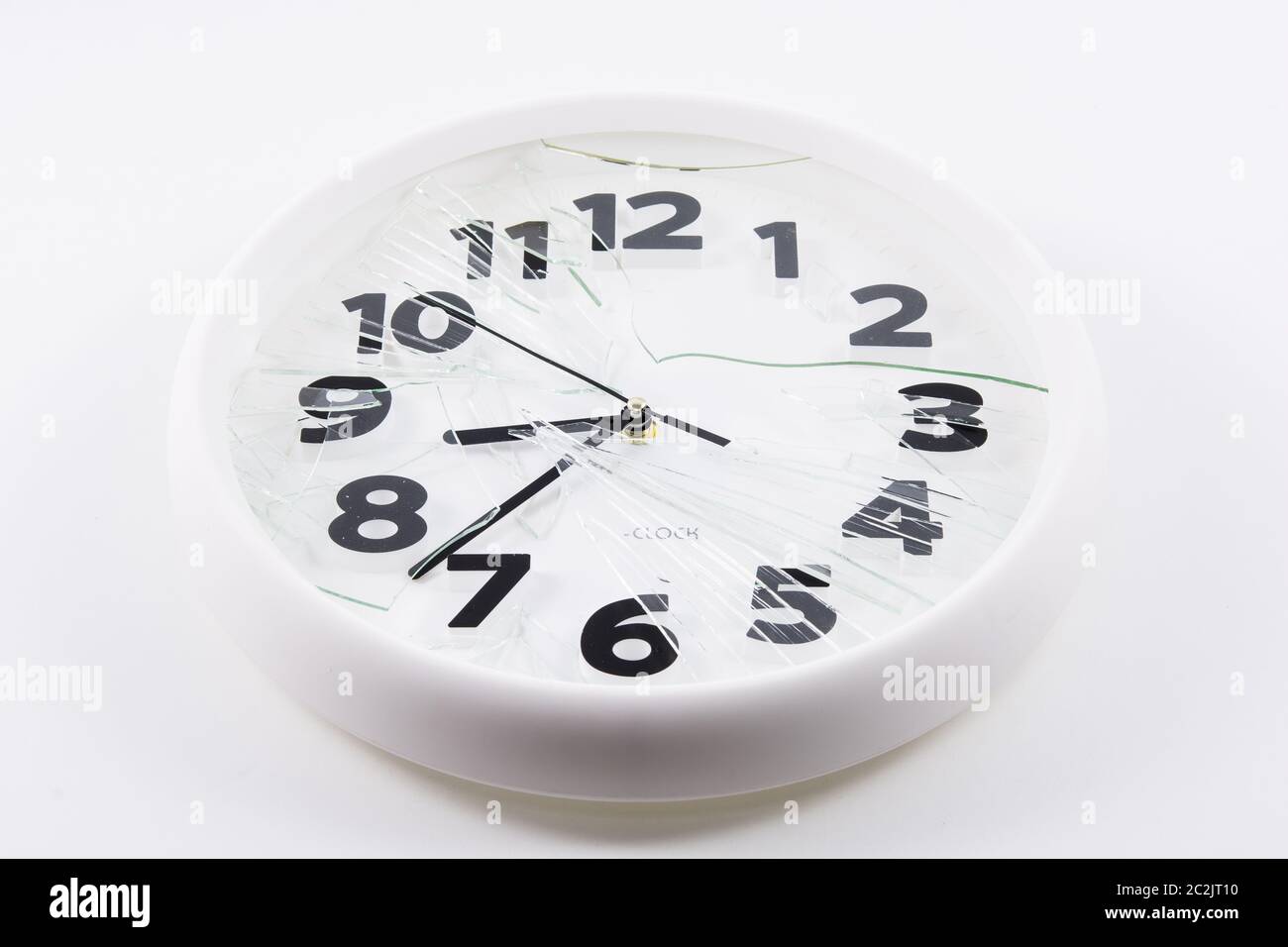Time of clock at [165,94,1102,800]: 8:37
